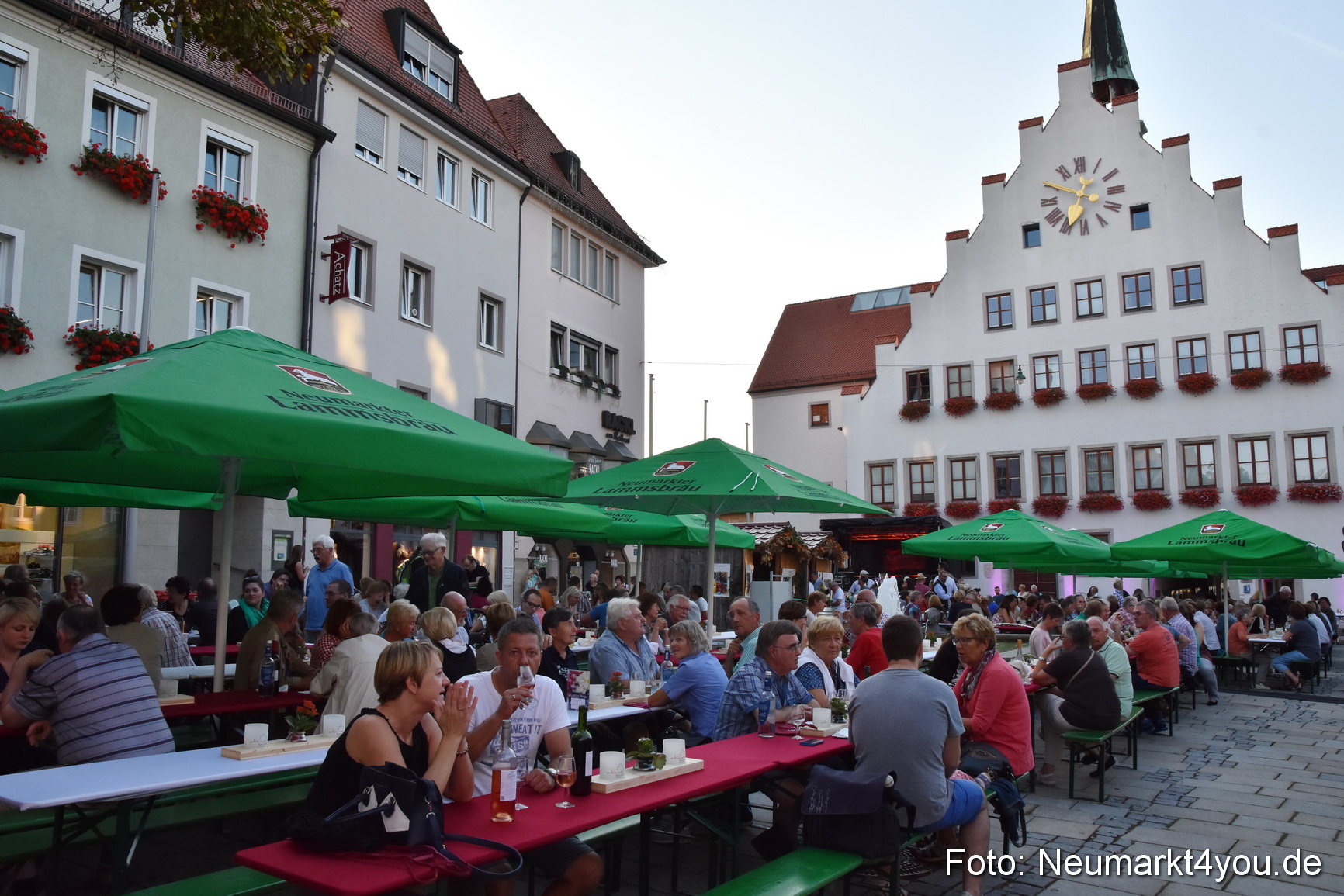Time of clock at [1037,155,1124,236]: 12:49
